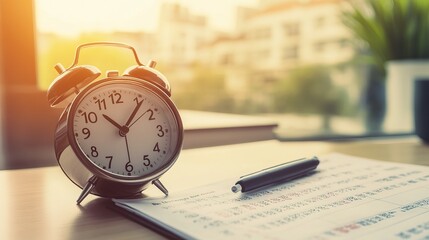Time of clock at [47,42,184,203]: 10:06
